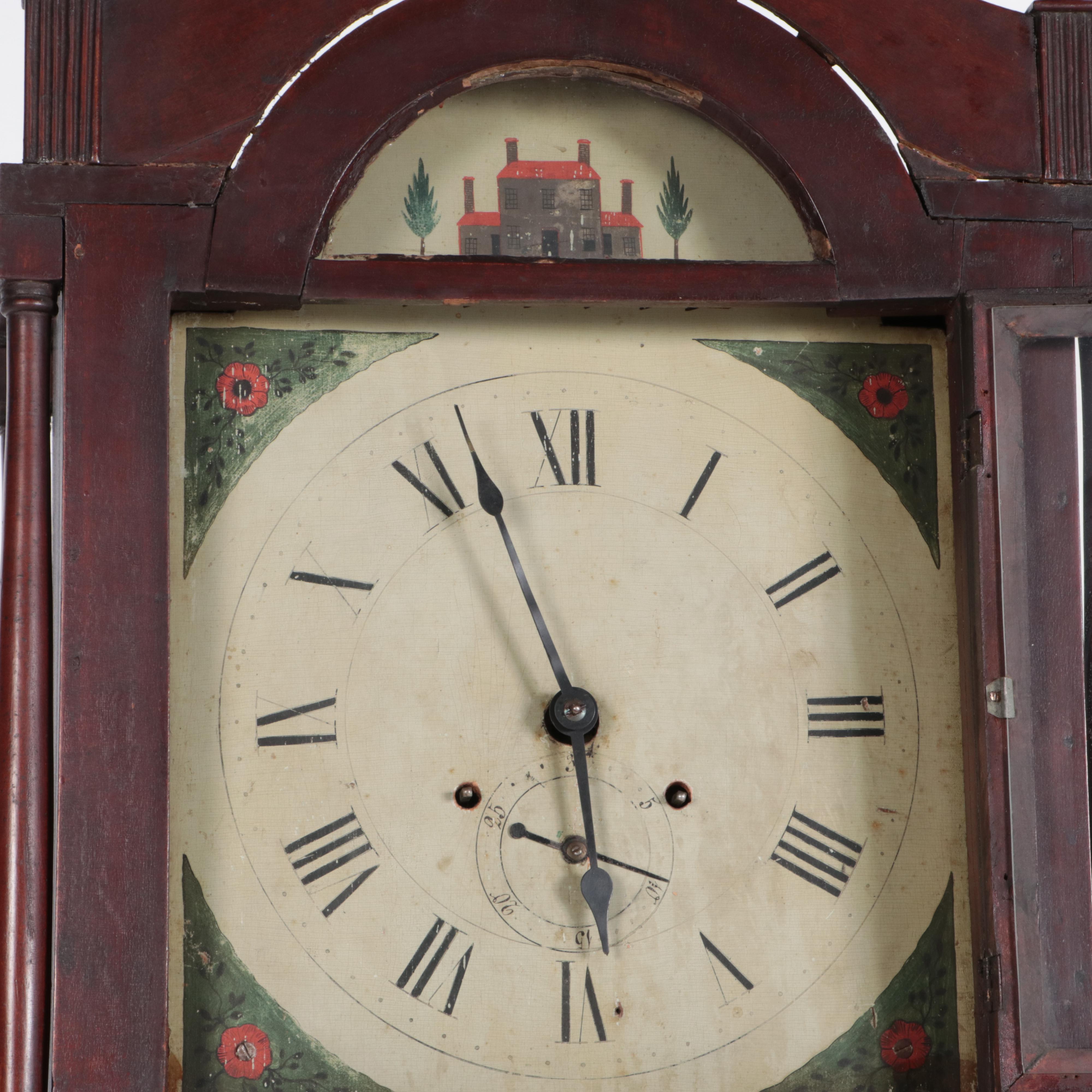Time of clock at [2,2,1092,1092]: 5:56
